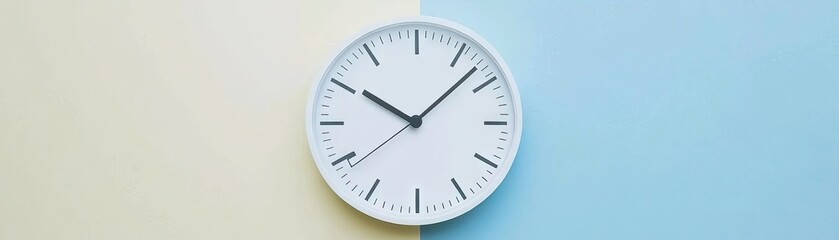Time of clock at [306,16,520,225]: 10:07
